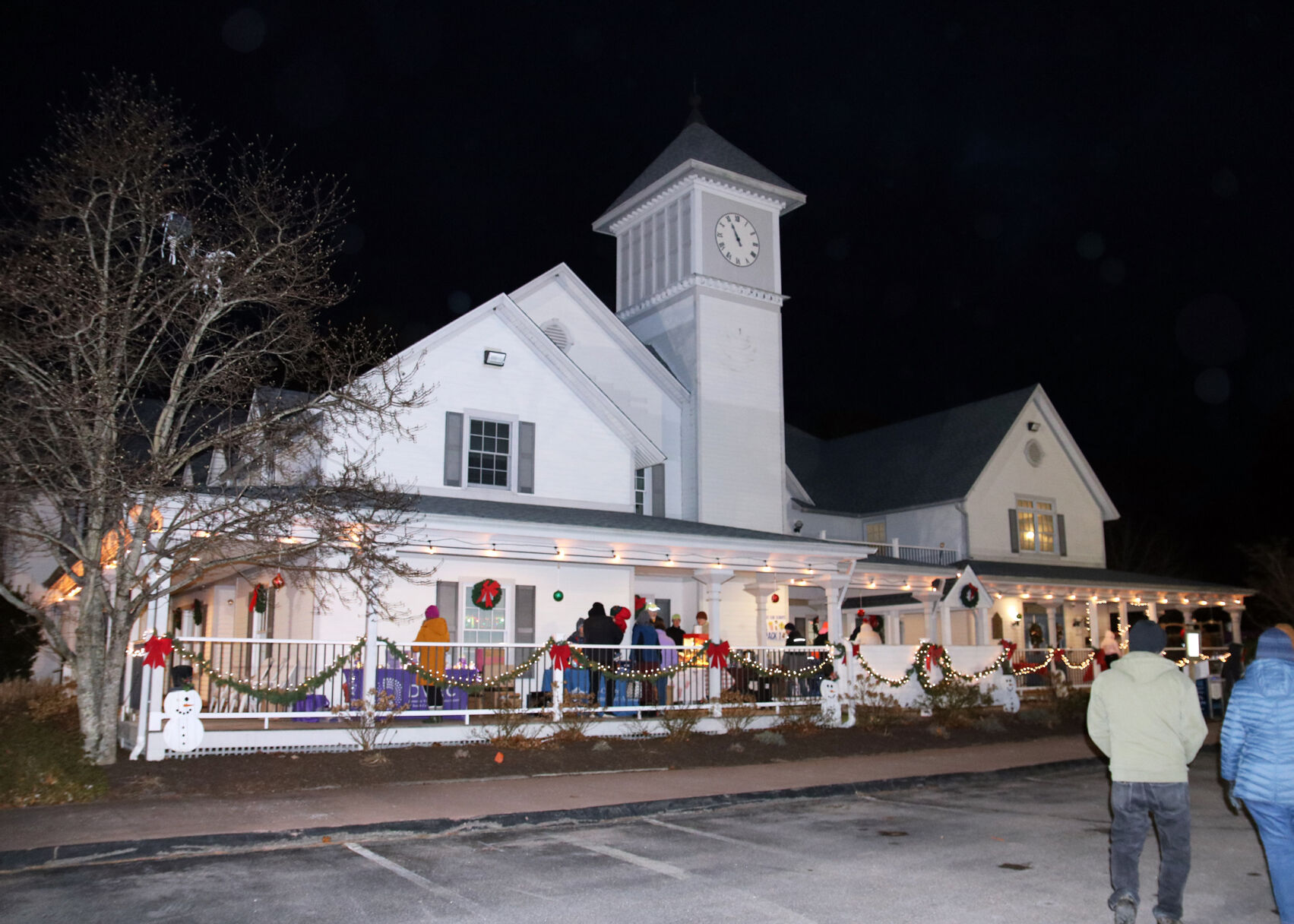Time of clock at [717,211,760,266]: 10:55
